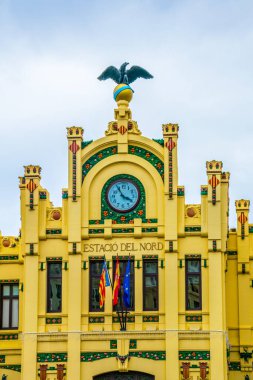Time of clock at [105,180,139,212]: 3:54
